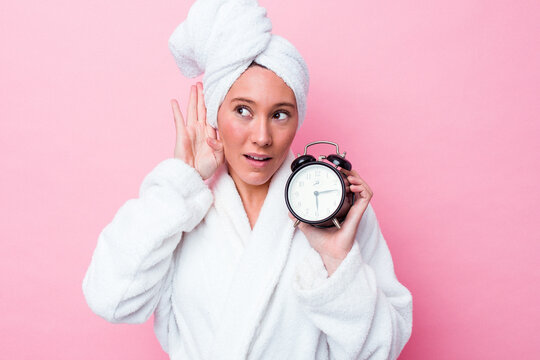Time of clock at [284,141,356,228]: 2:29
